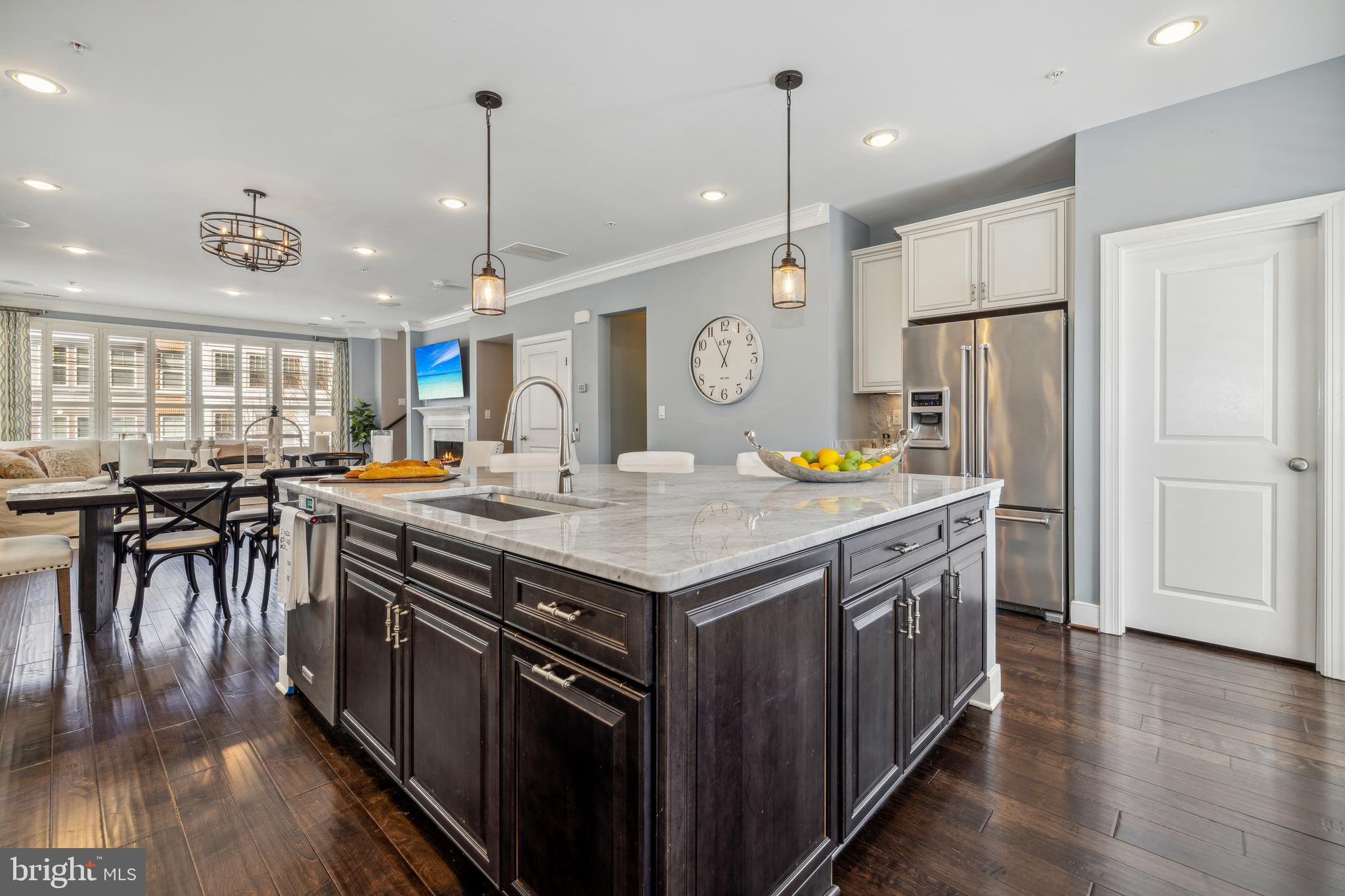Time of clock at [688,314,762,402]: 12:55
